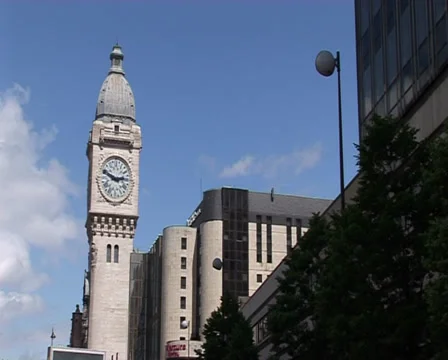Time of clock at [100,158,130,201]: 2:48
